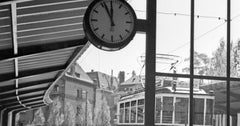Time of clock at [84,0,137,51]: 11:56
